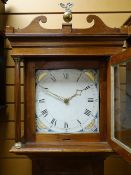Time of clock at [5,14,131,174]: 1:49
